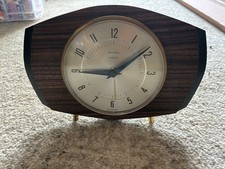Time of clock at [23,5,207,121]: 9:08
